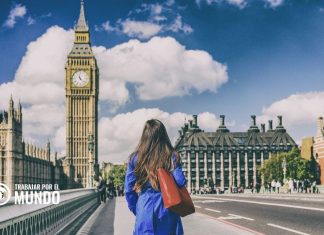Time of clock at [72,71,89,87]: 11:22
